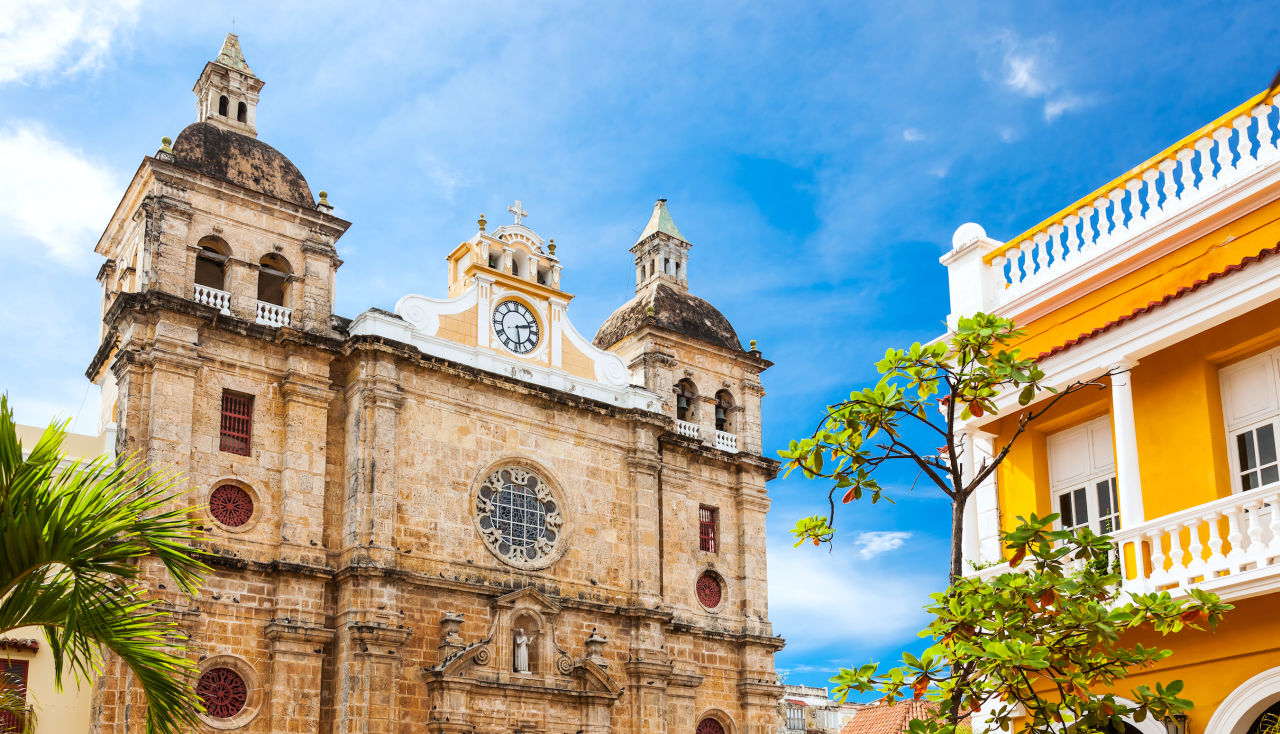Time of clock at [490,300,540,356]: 2:28
